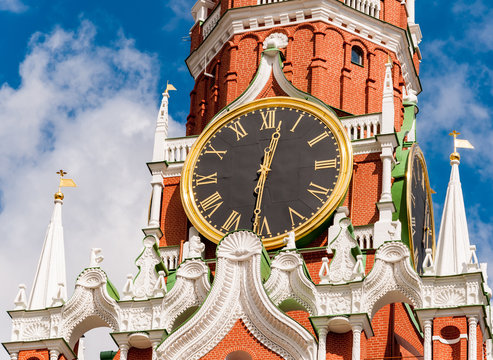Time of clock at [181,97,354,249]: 12:31
